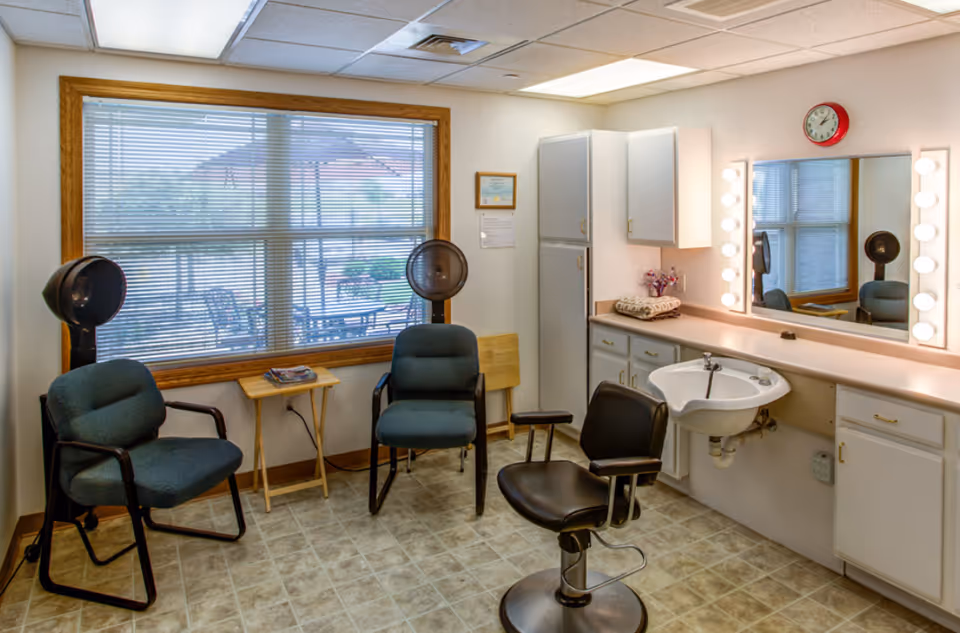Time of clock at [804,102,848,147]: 2:06
